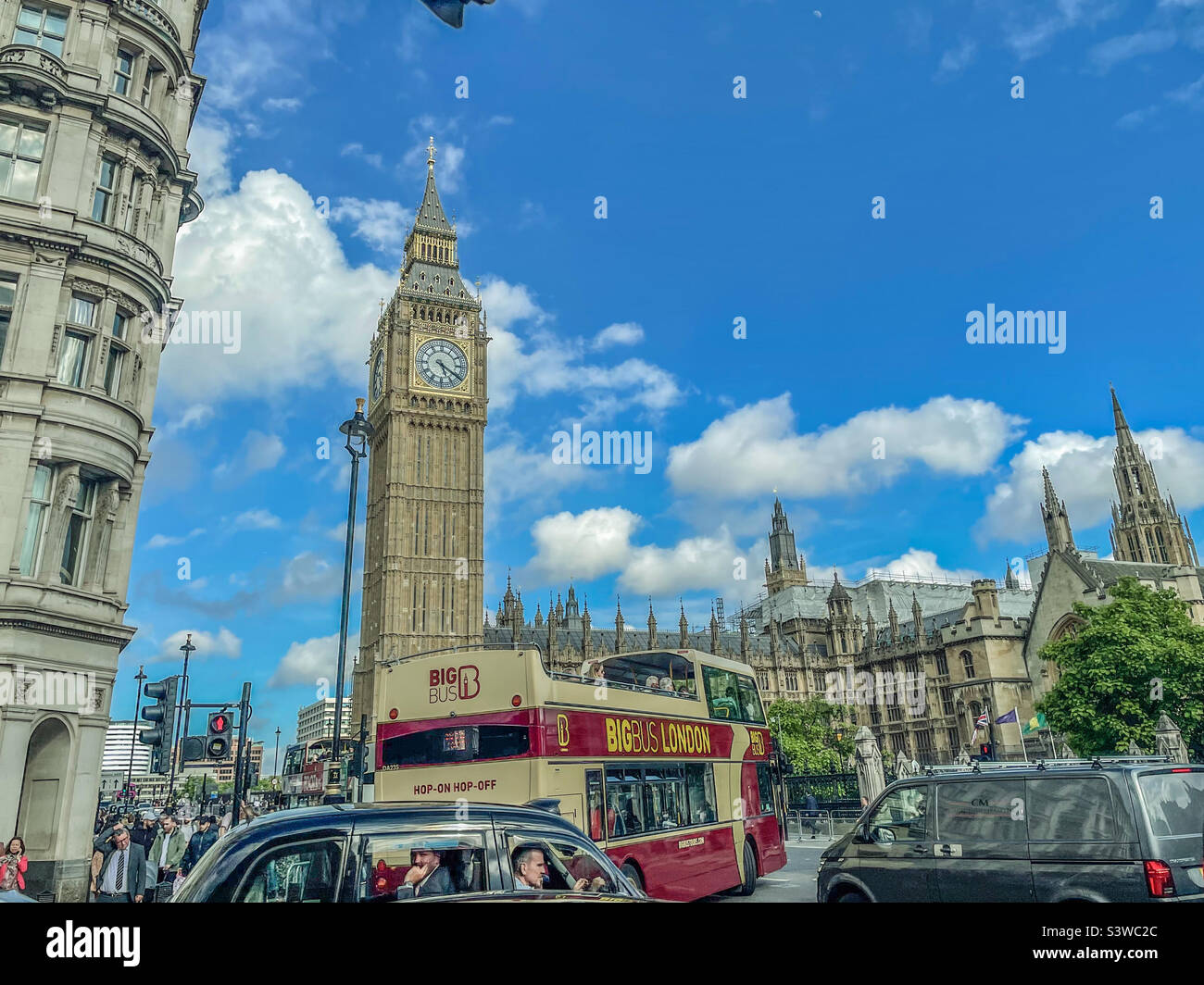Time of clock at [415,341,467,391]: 5:20
